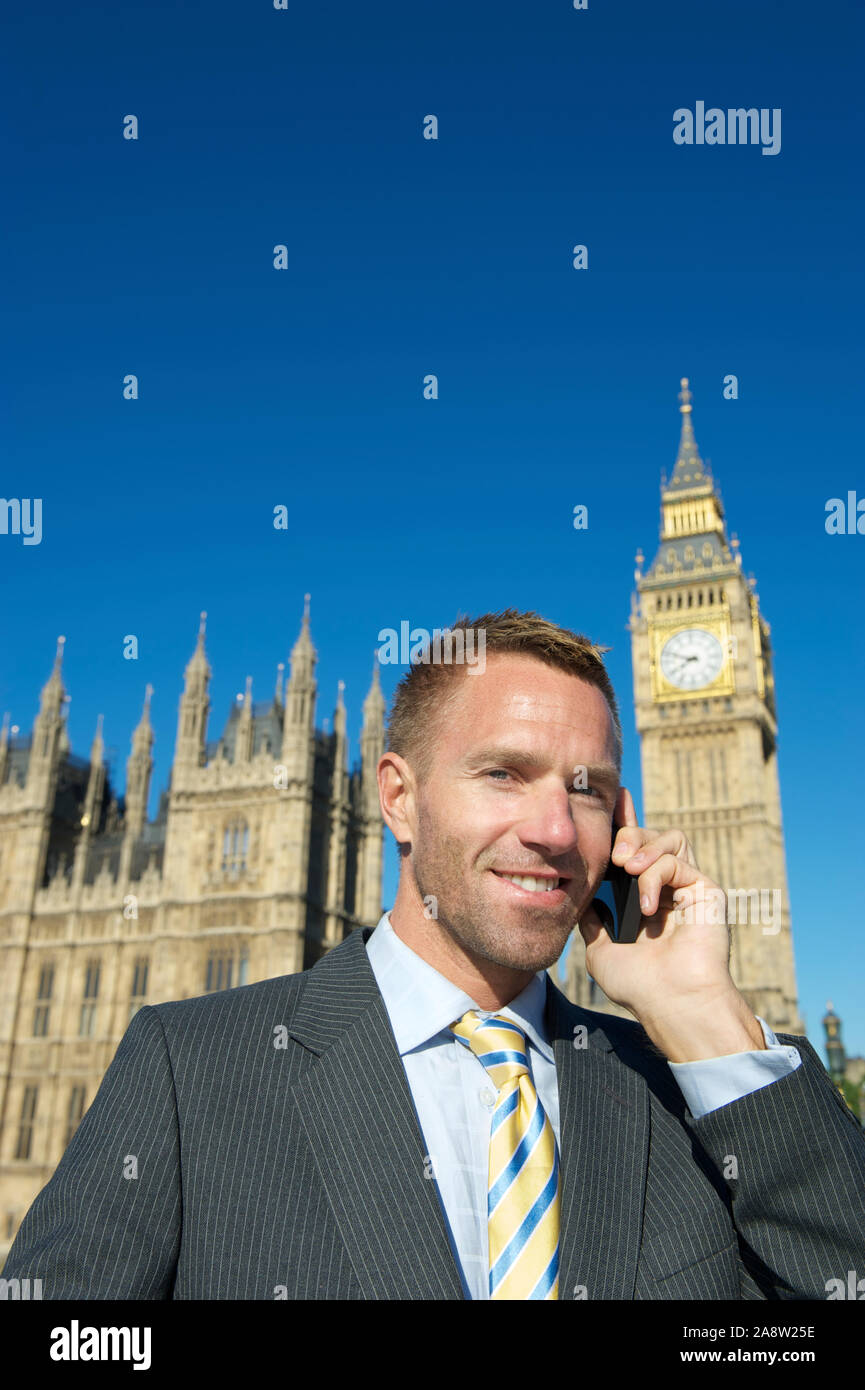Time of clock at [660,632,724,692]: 7:48
